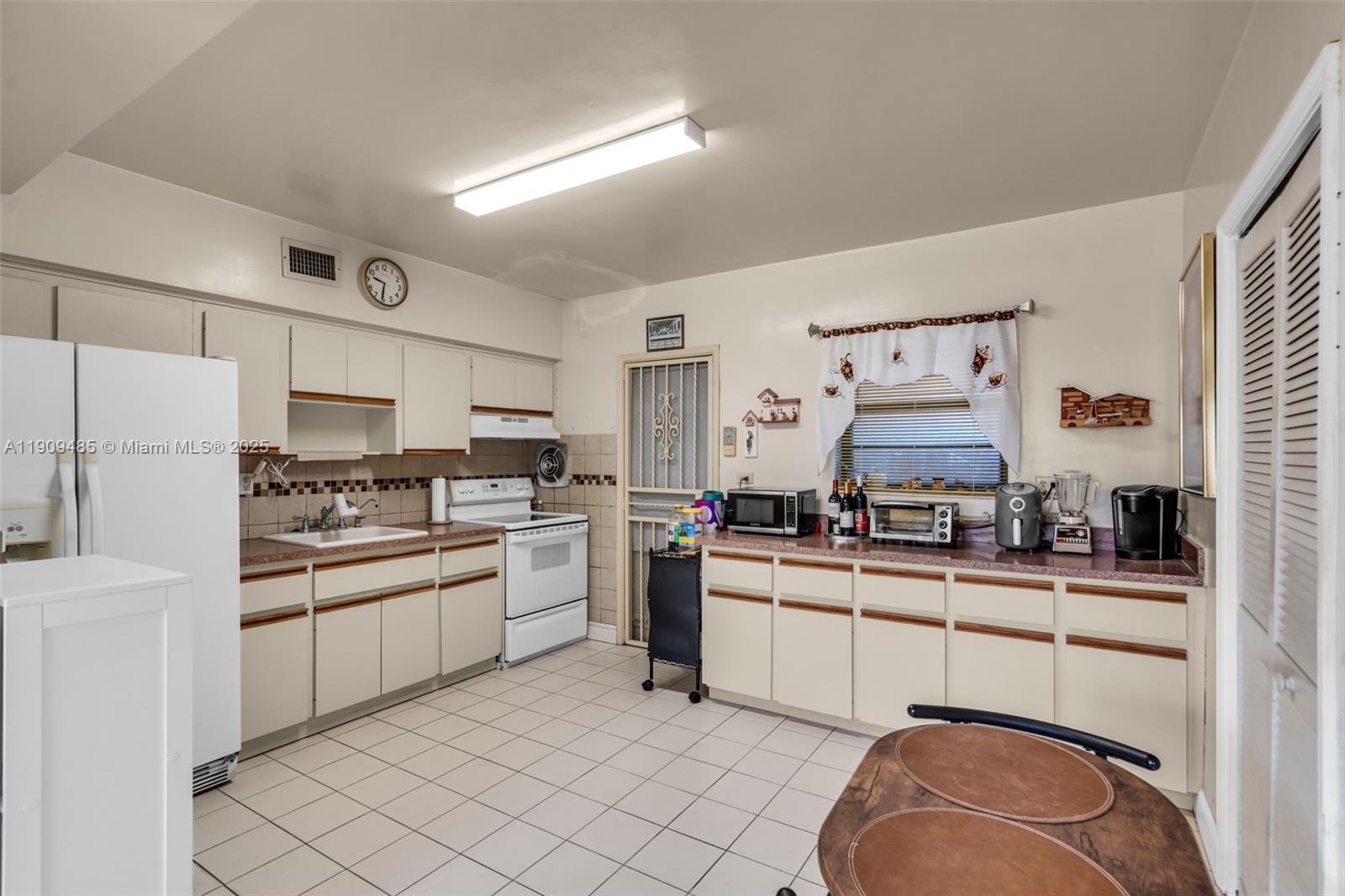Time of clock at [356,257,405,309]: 9:31
